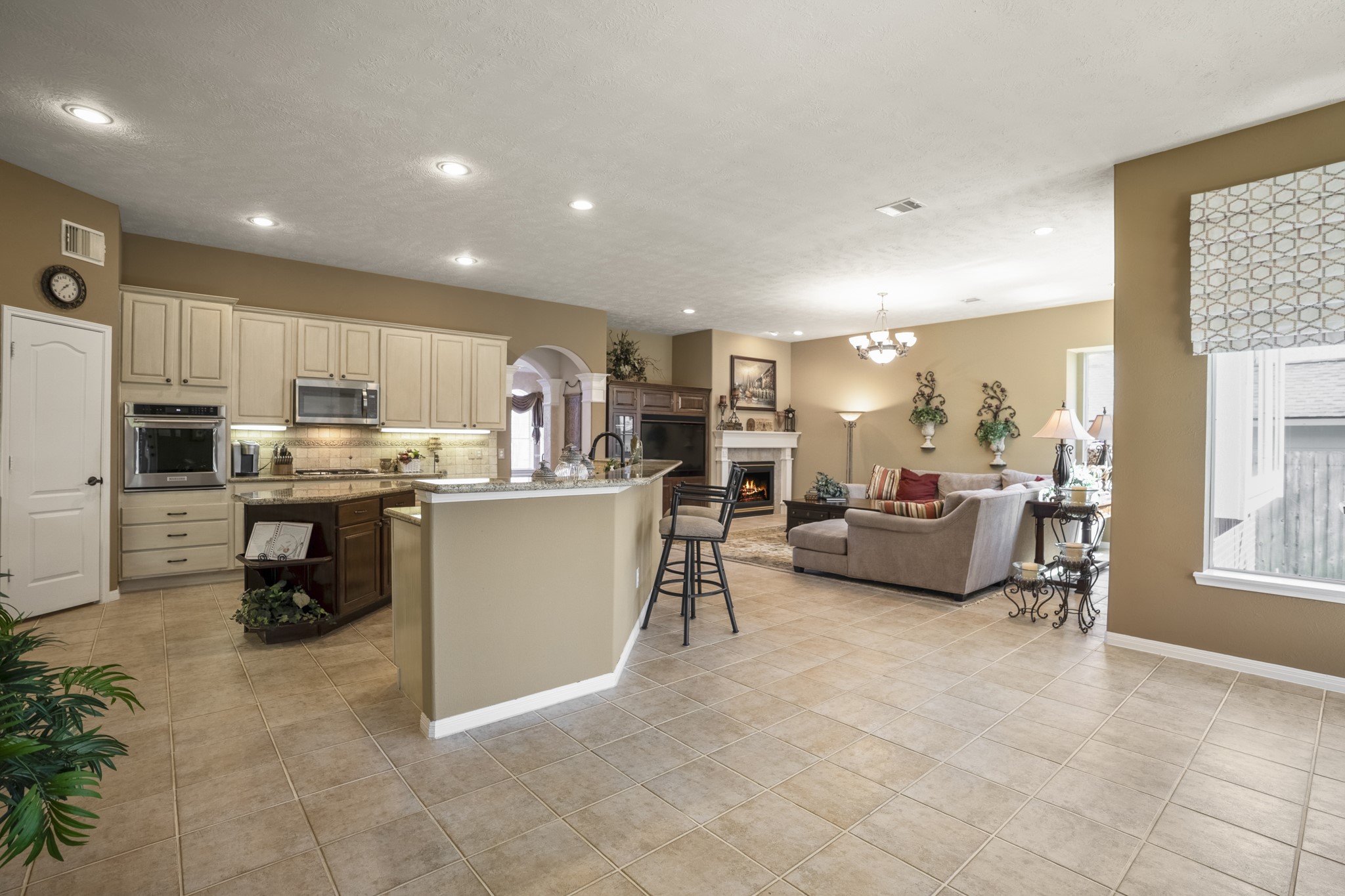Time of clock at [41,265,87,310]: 1:36
